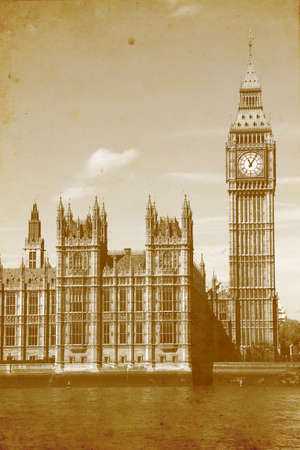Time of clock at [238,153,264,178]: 11:05
